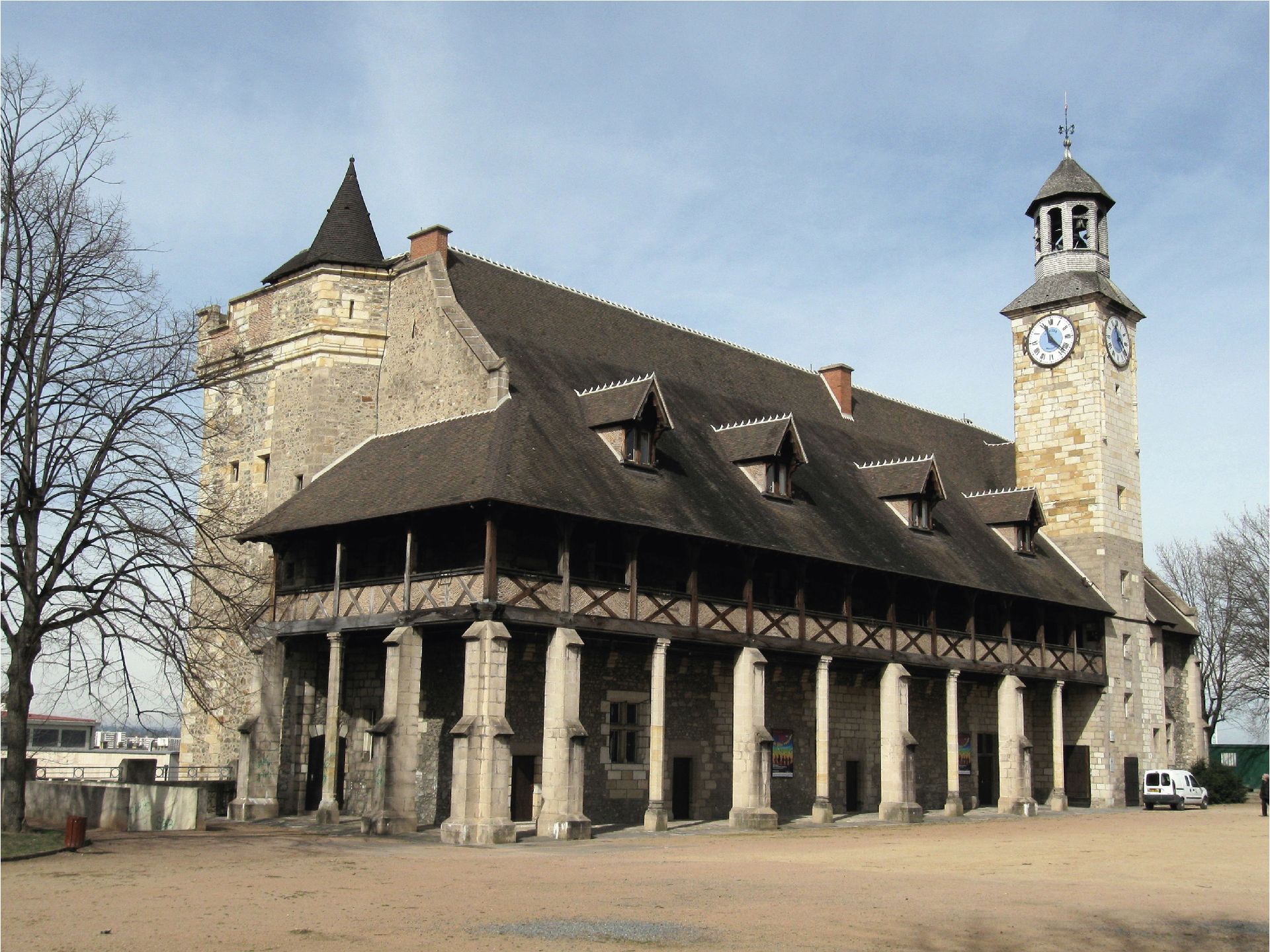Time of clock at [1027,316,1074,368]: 11:22
